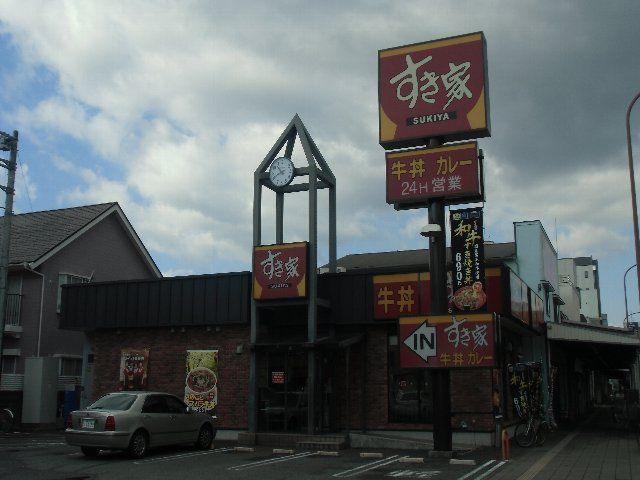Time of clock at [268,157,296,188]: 10:41
